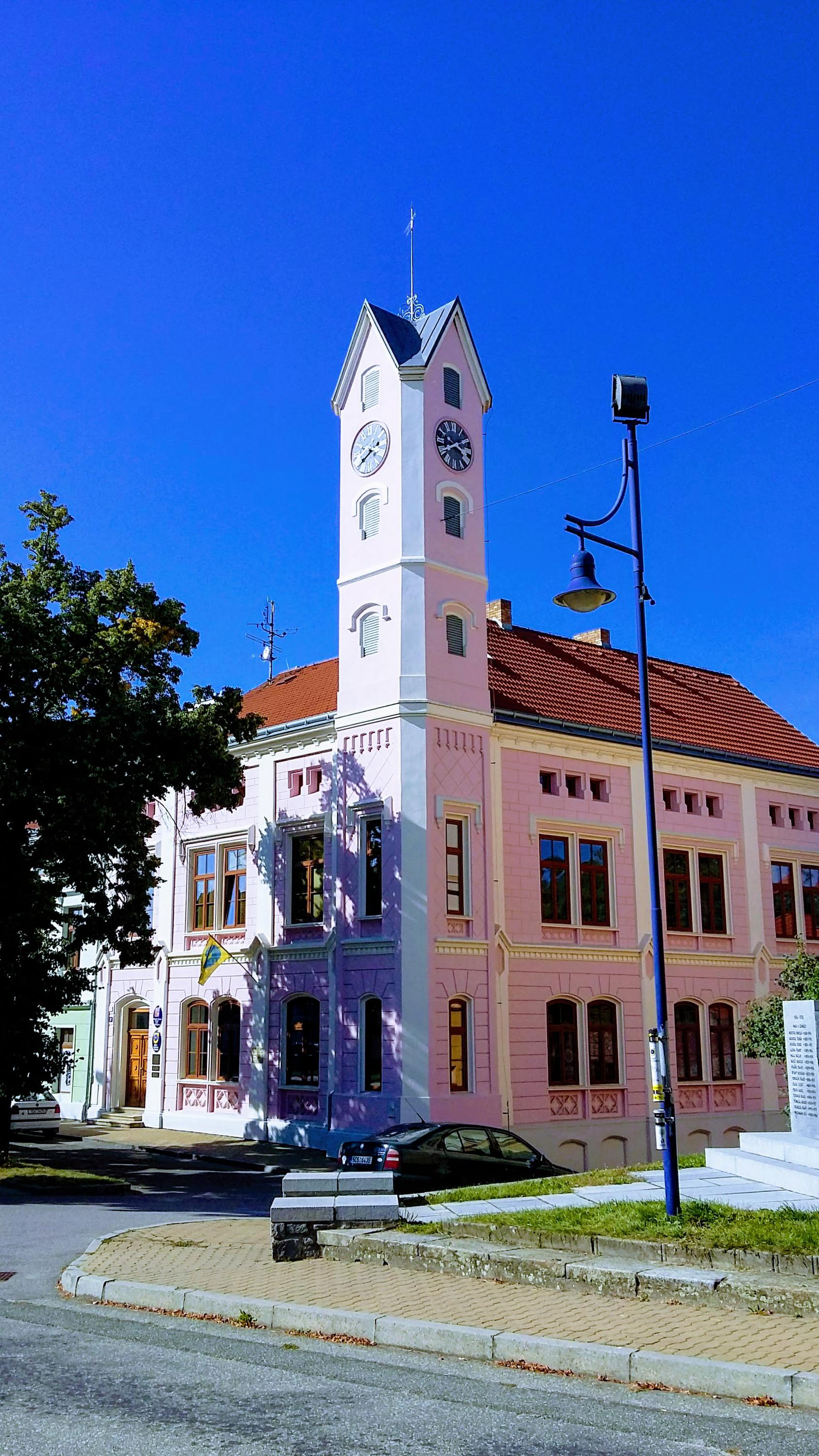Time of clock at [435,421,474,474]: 3:40
